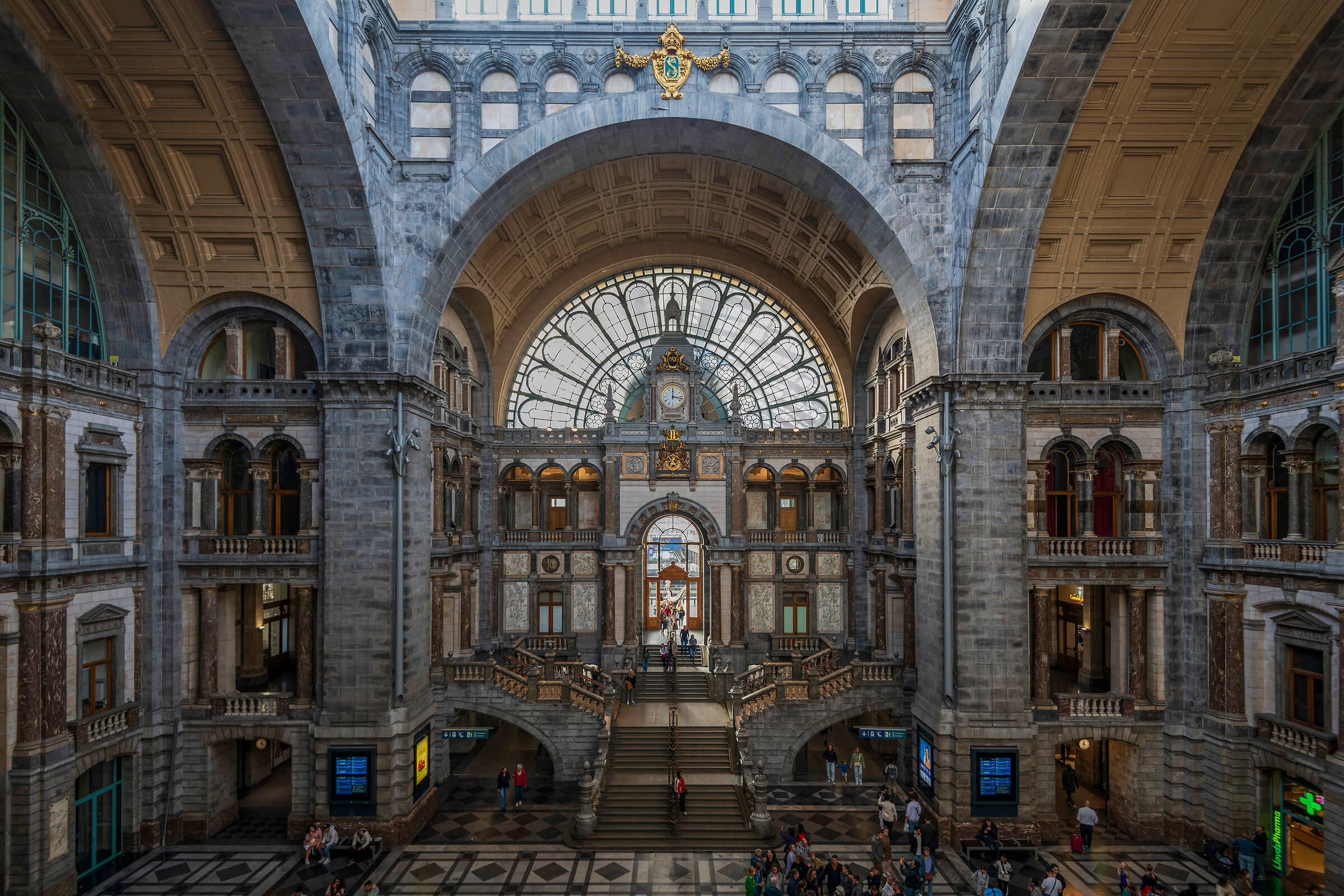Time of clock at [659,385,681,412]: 12:16
